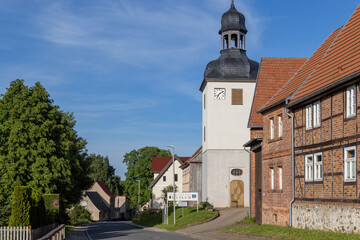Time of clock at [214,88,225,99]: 7:09
